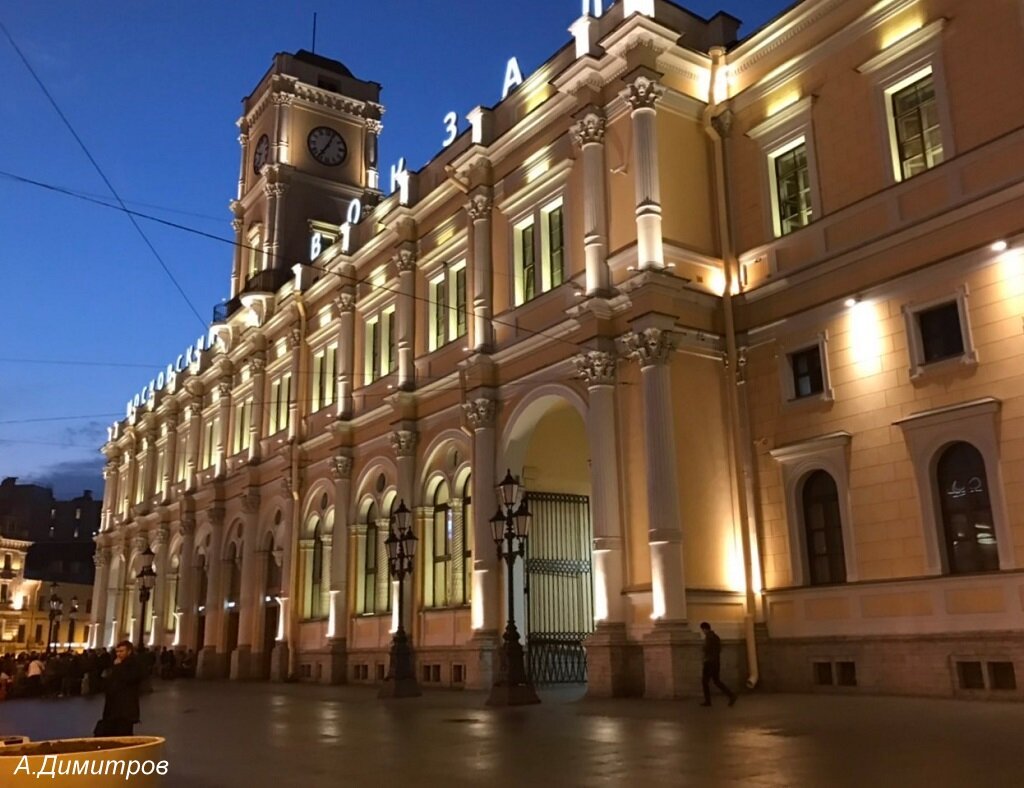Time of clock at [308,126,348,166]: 7:04
